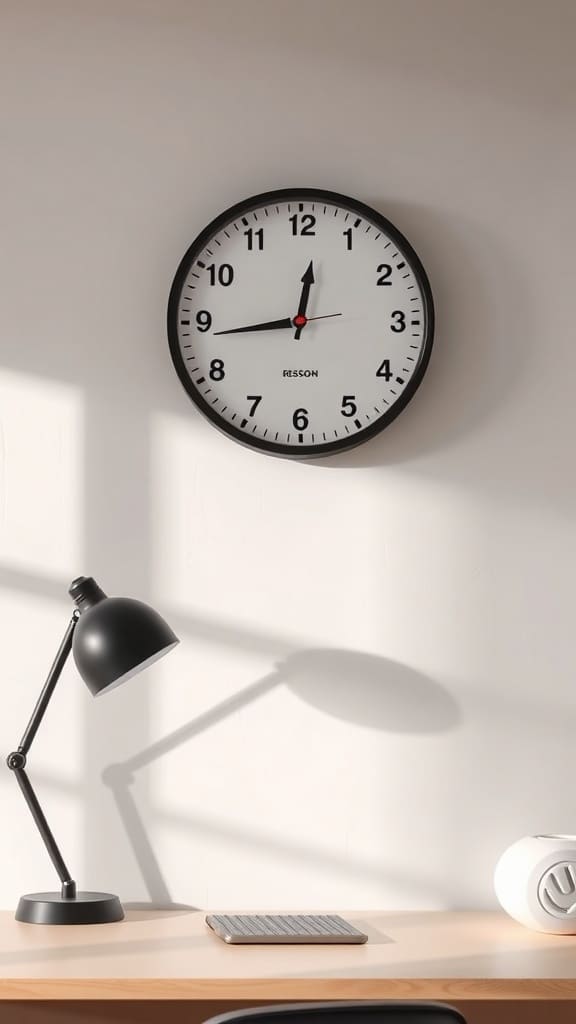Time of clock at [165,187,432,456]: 12:43
